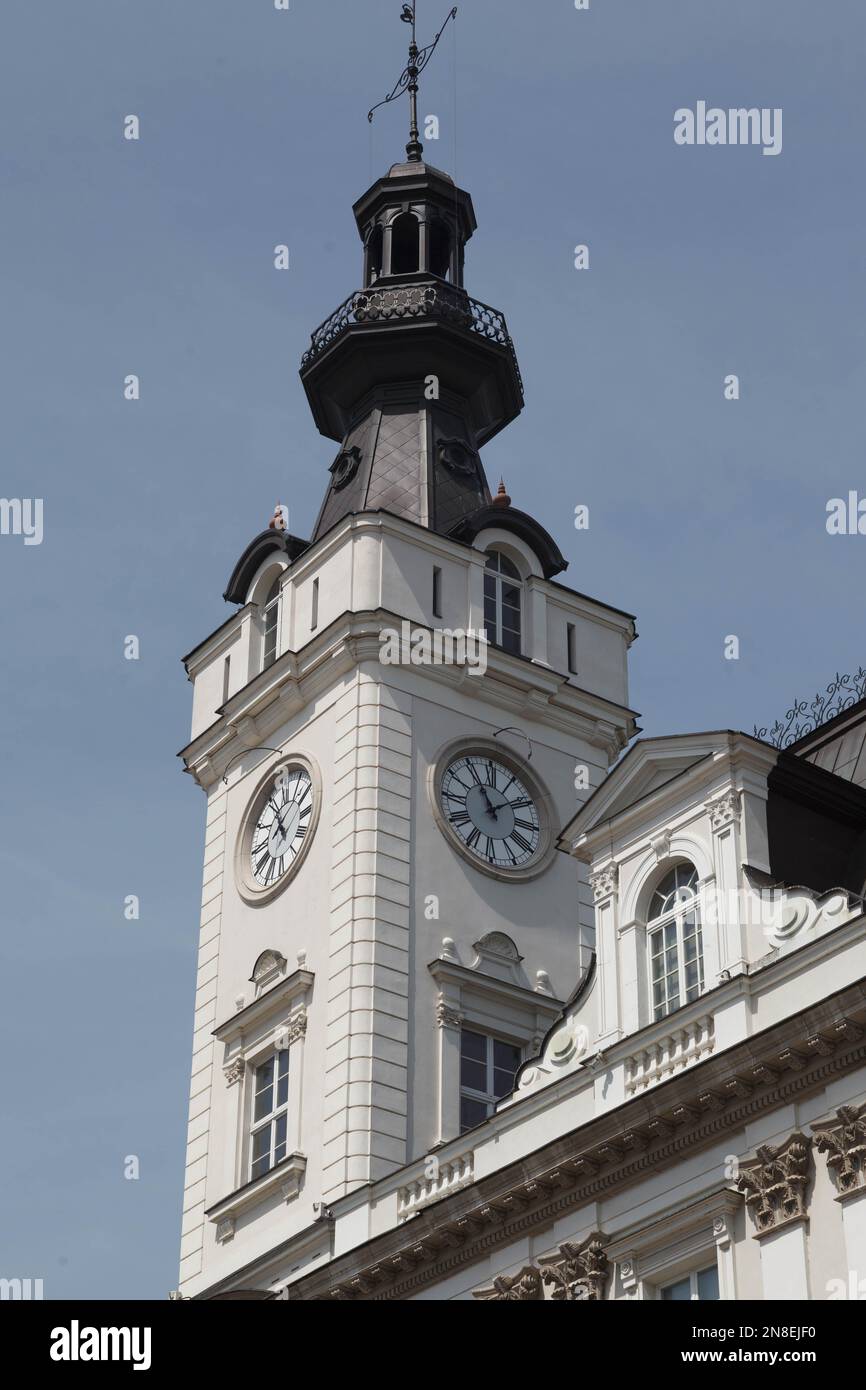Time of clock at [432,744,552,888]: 11:08
